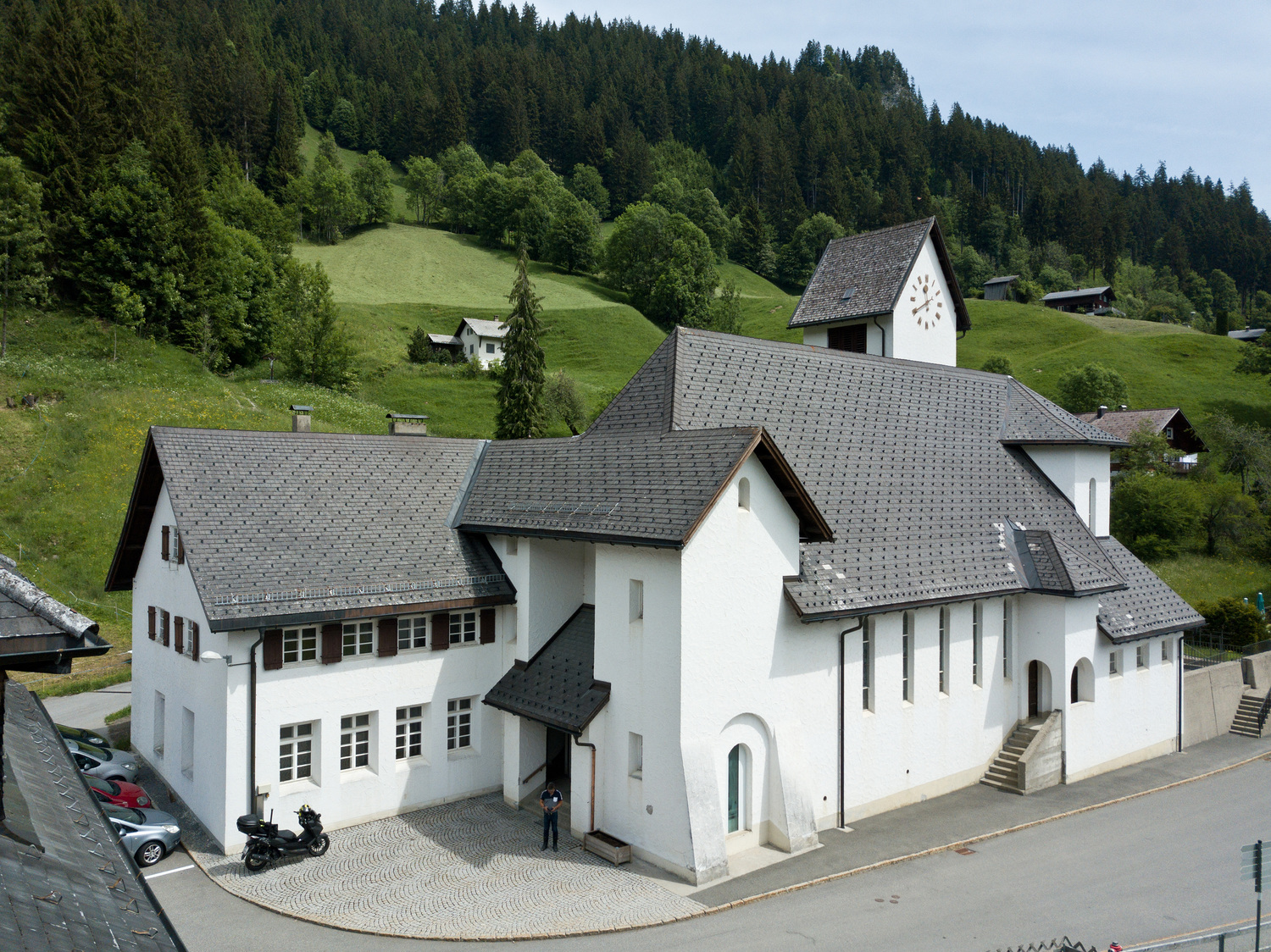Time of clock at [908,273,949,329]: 11:40
